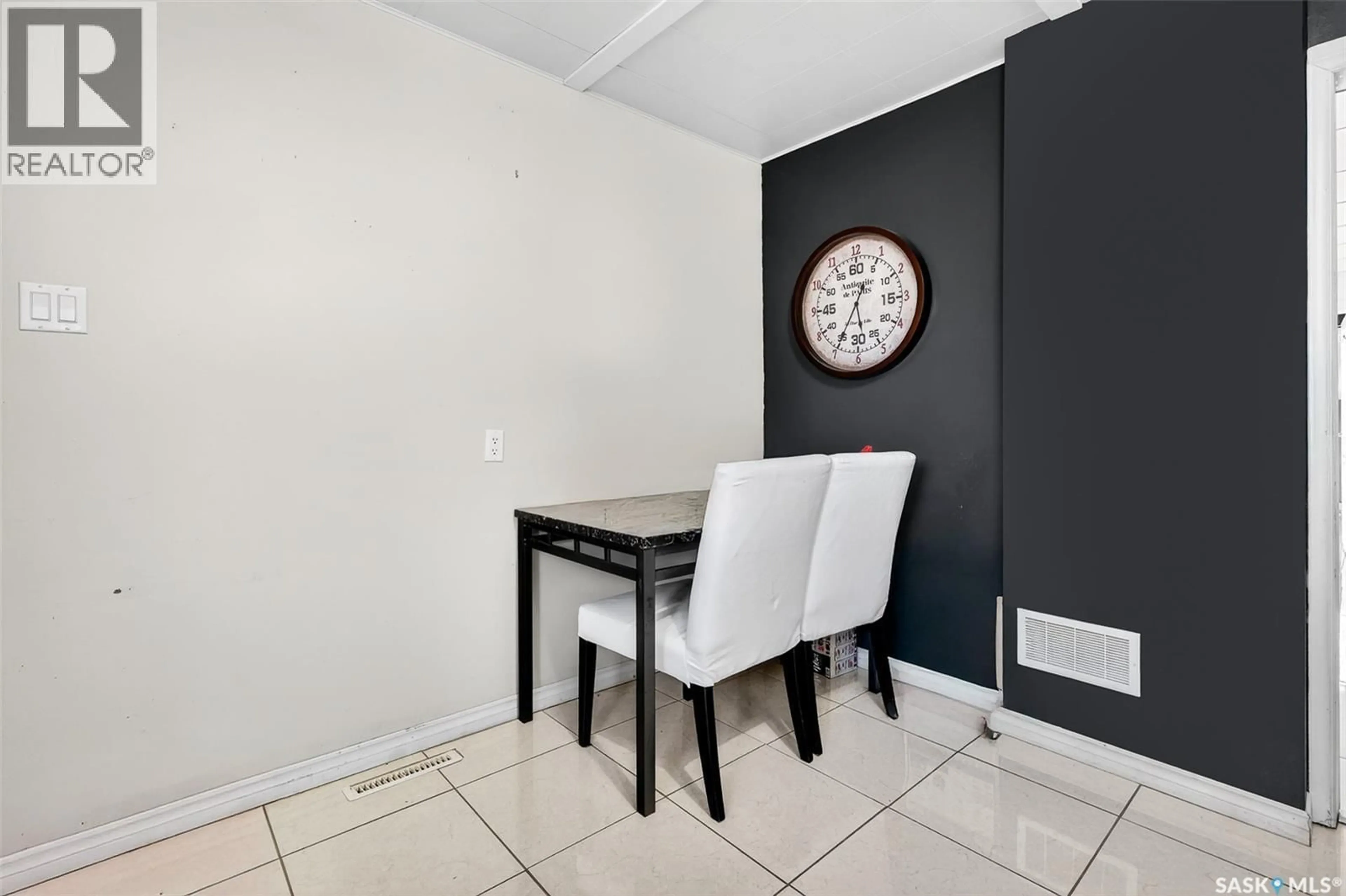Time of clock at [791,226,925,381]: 12:34
